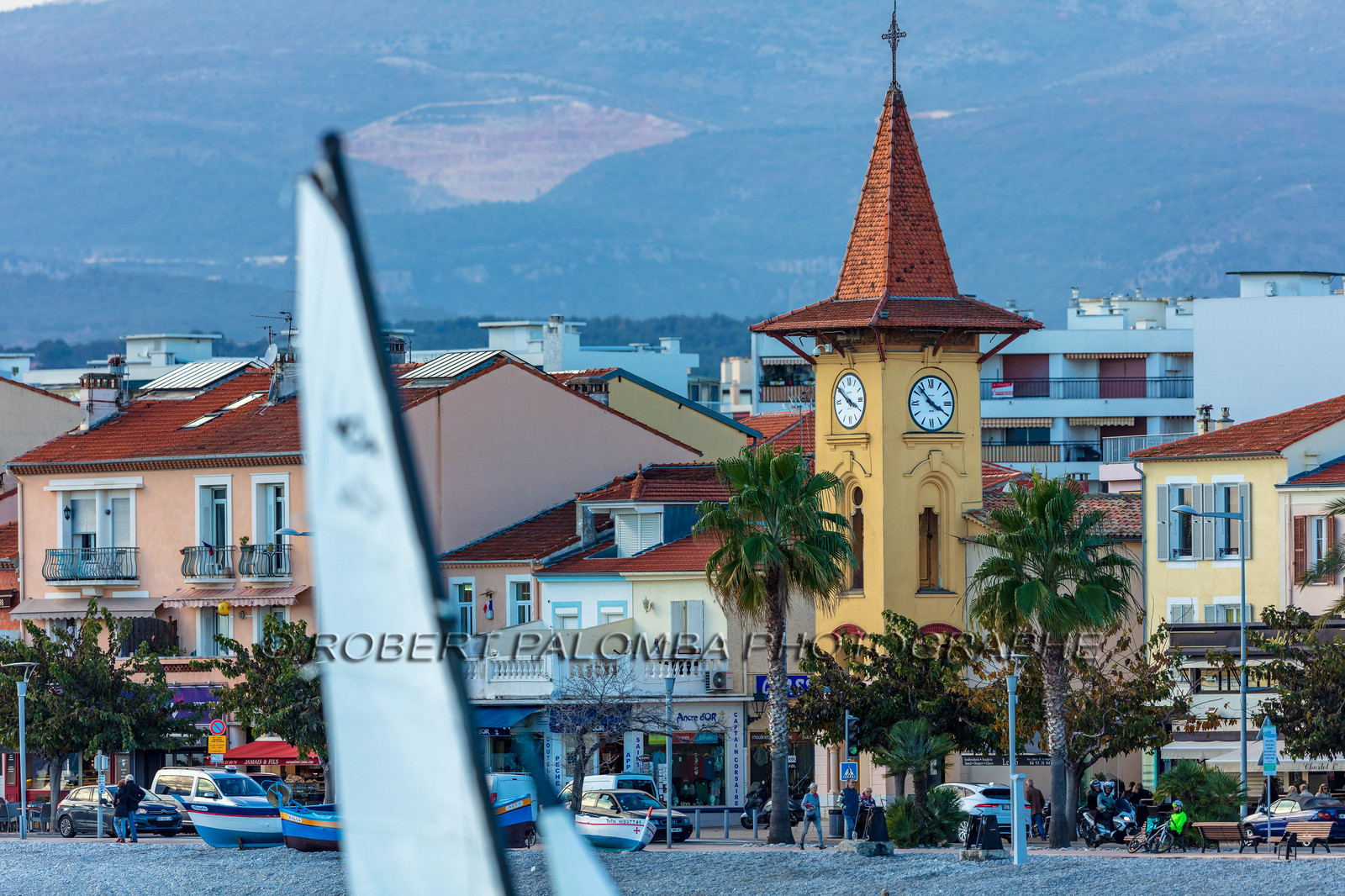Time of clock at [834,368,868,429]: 3:50
